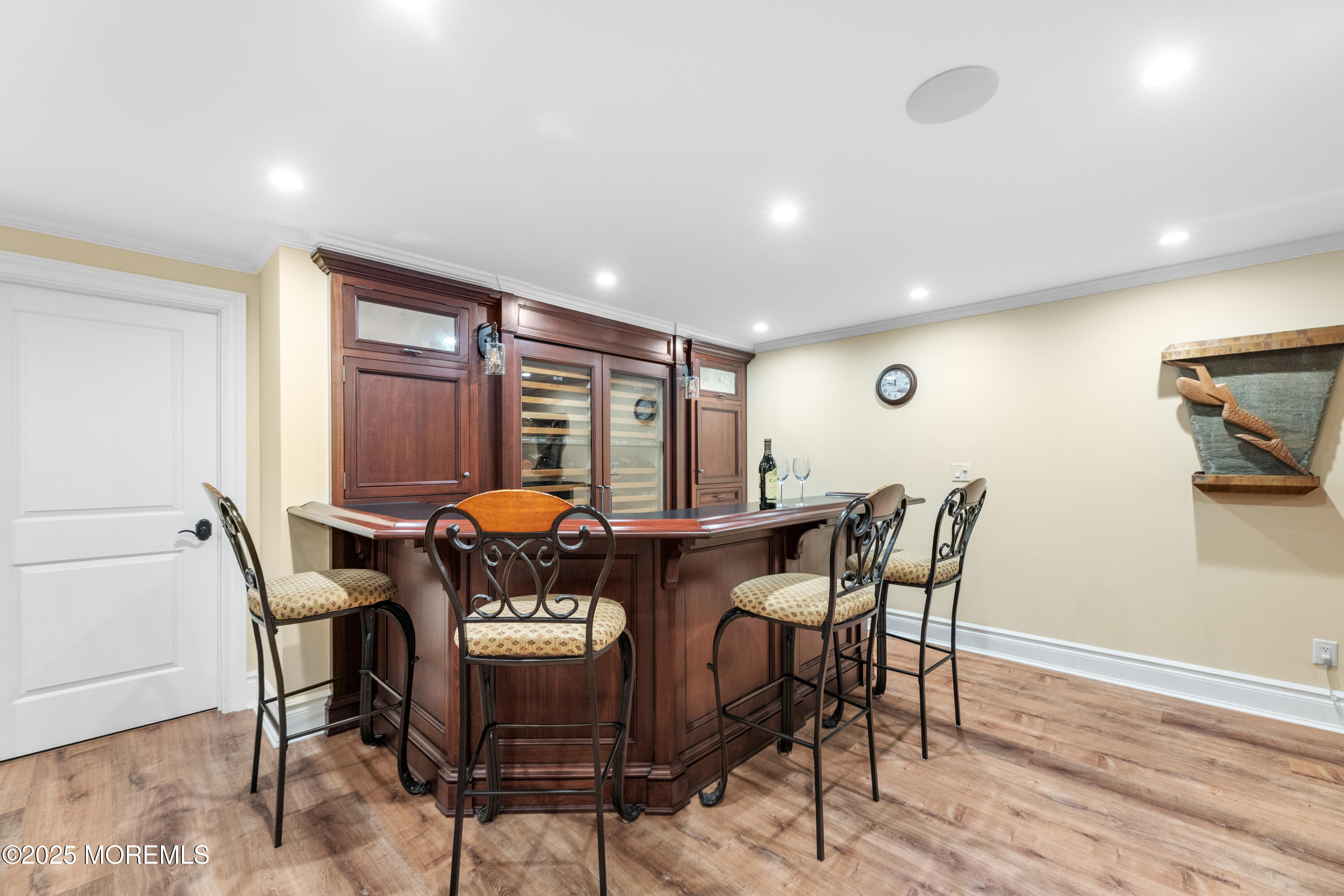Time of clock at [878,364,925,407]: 11:47
